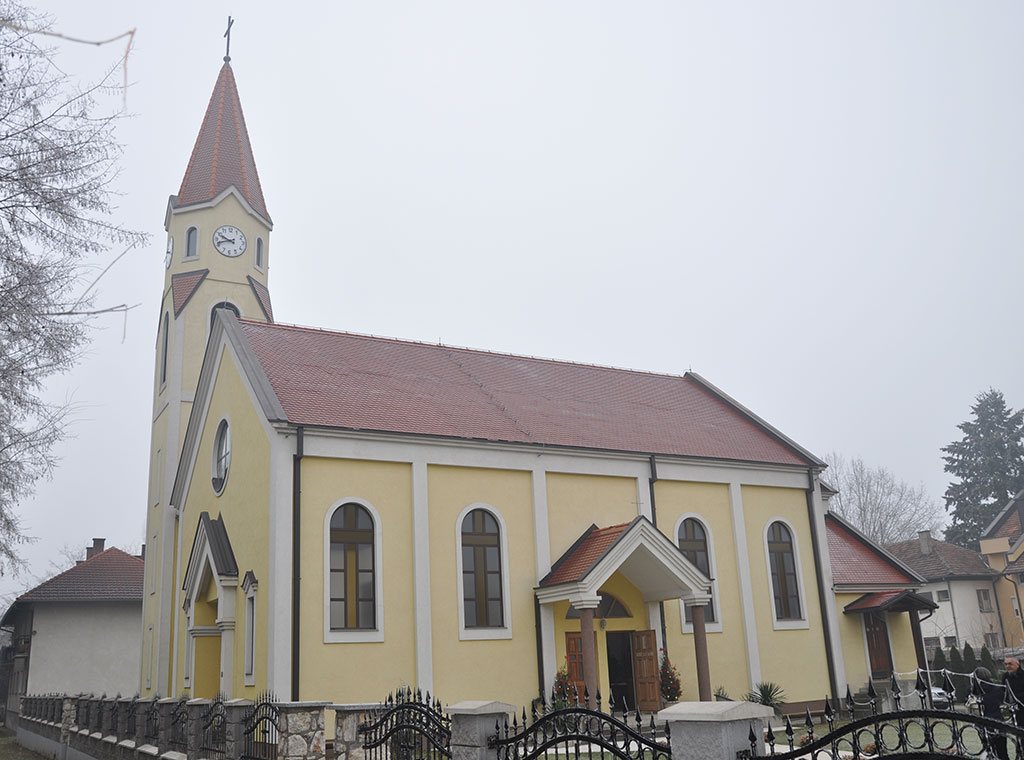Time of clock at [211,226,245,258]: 9:42
